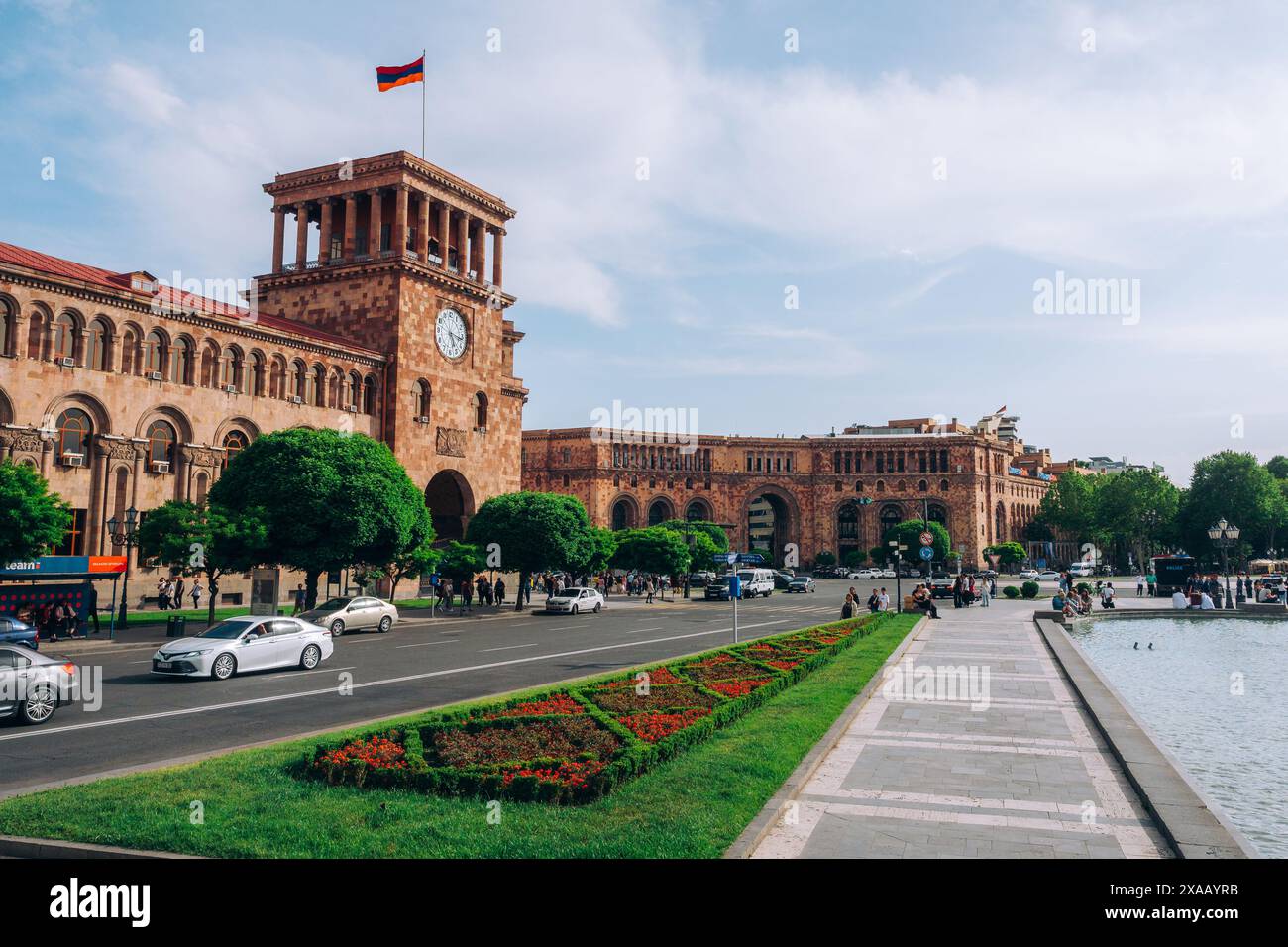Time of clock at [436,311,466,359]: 5:16
